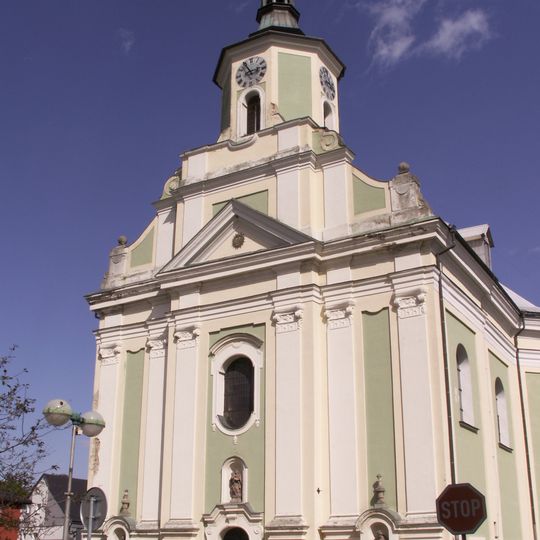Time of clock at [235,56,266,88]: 2:54
